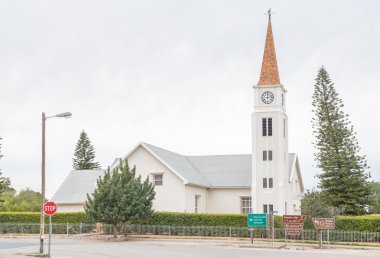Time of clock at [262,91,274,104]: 12:13
